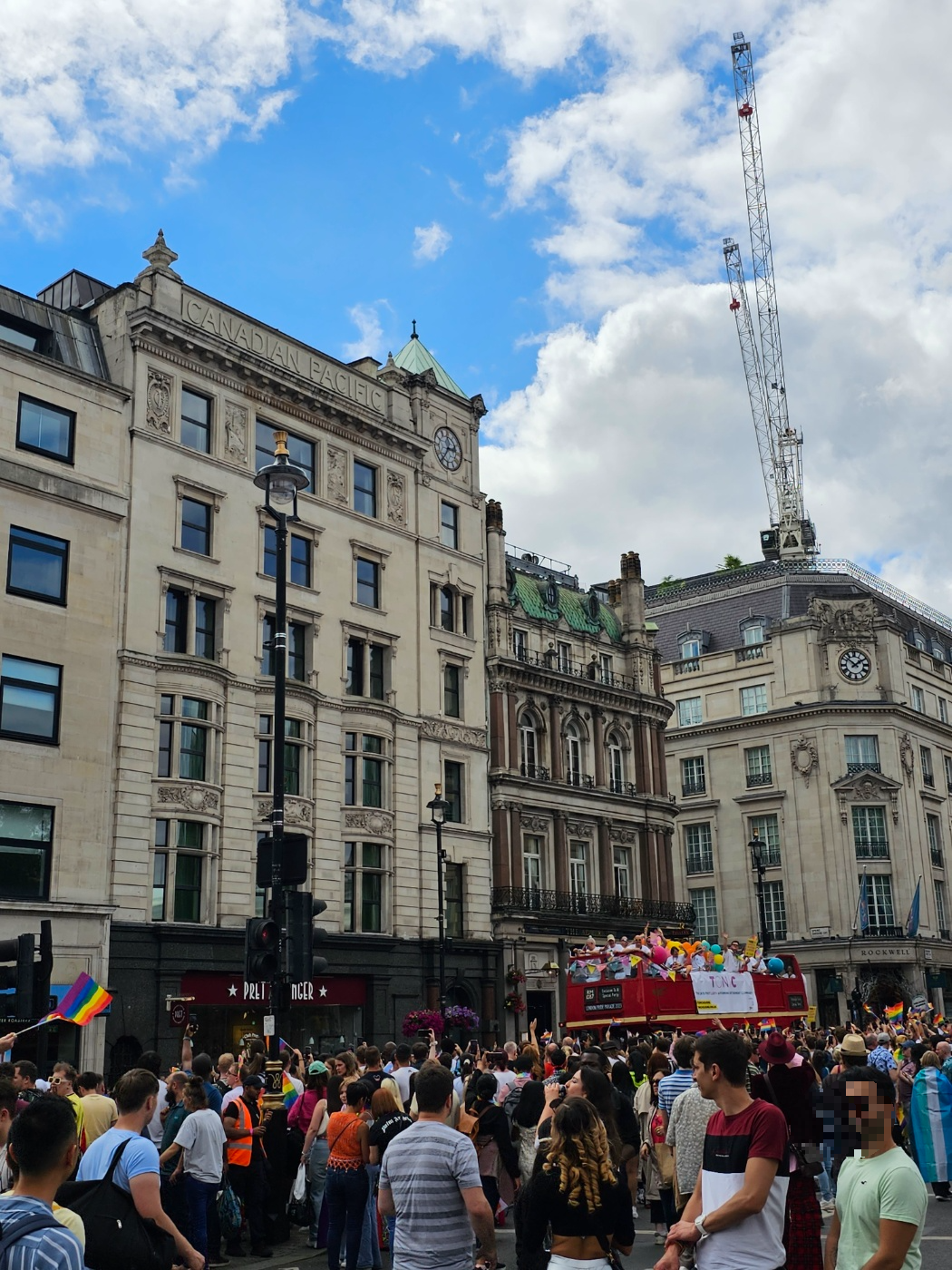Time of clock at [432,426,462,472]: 2:35
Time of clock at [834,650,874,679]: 1:51
